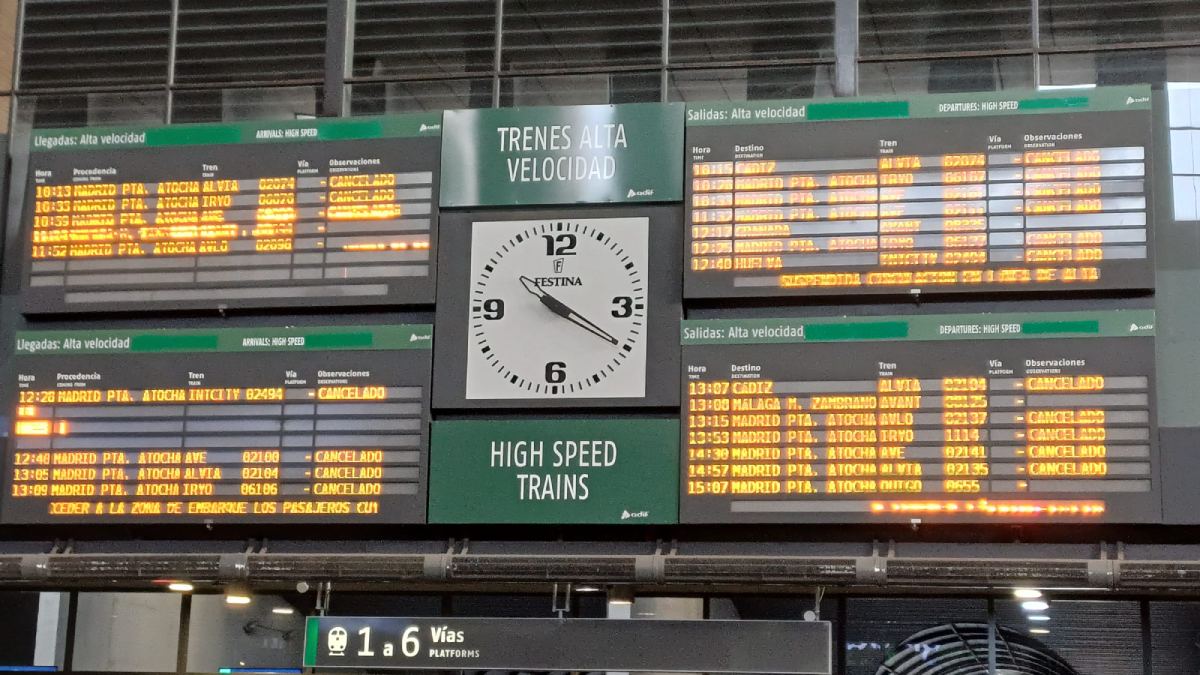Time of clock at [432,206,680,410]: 10:20
